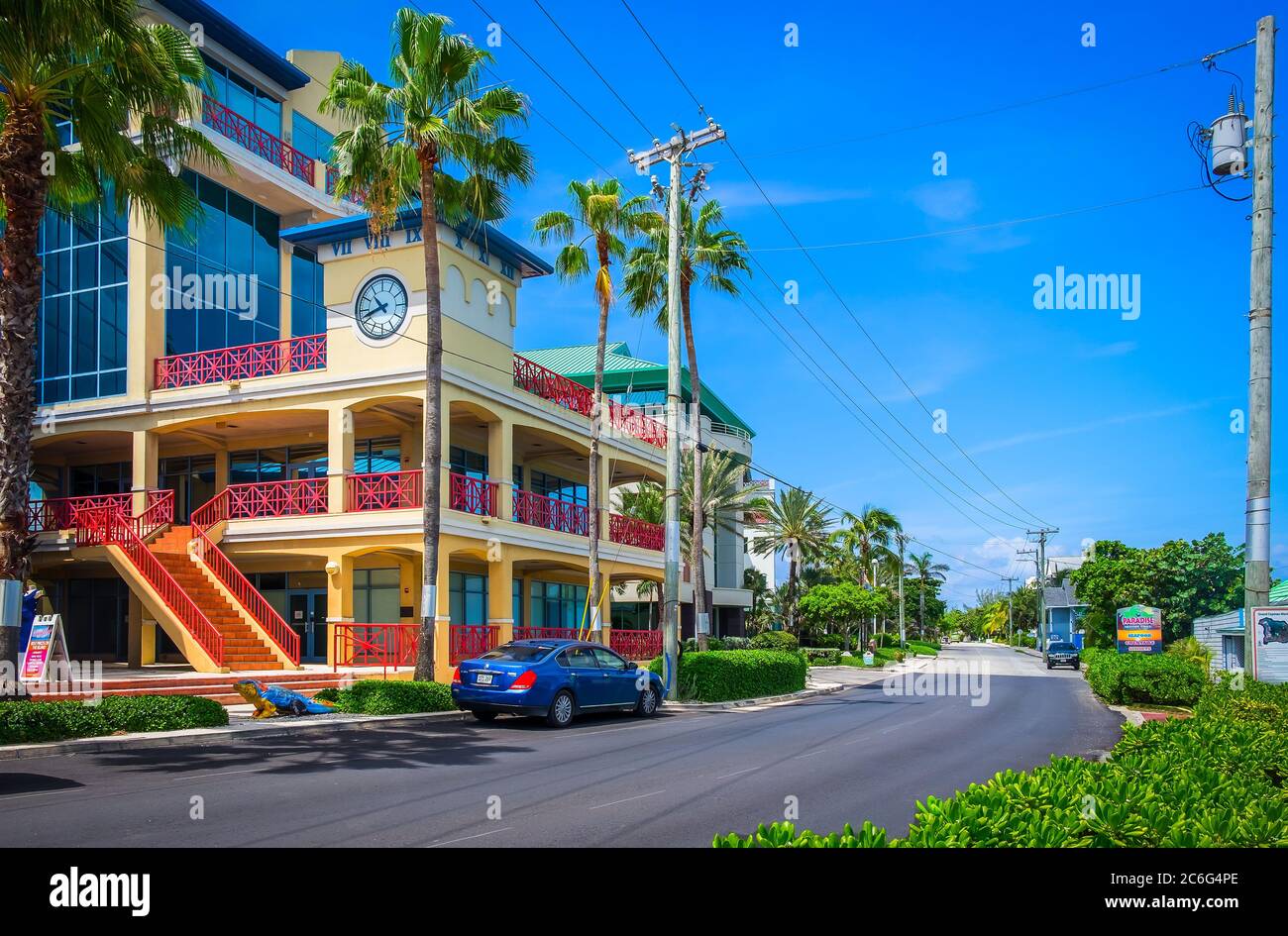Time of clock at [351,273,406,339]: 10:41
